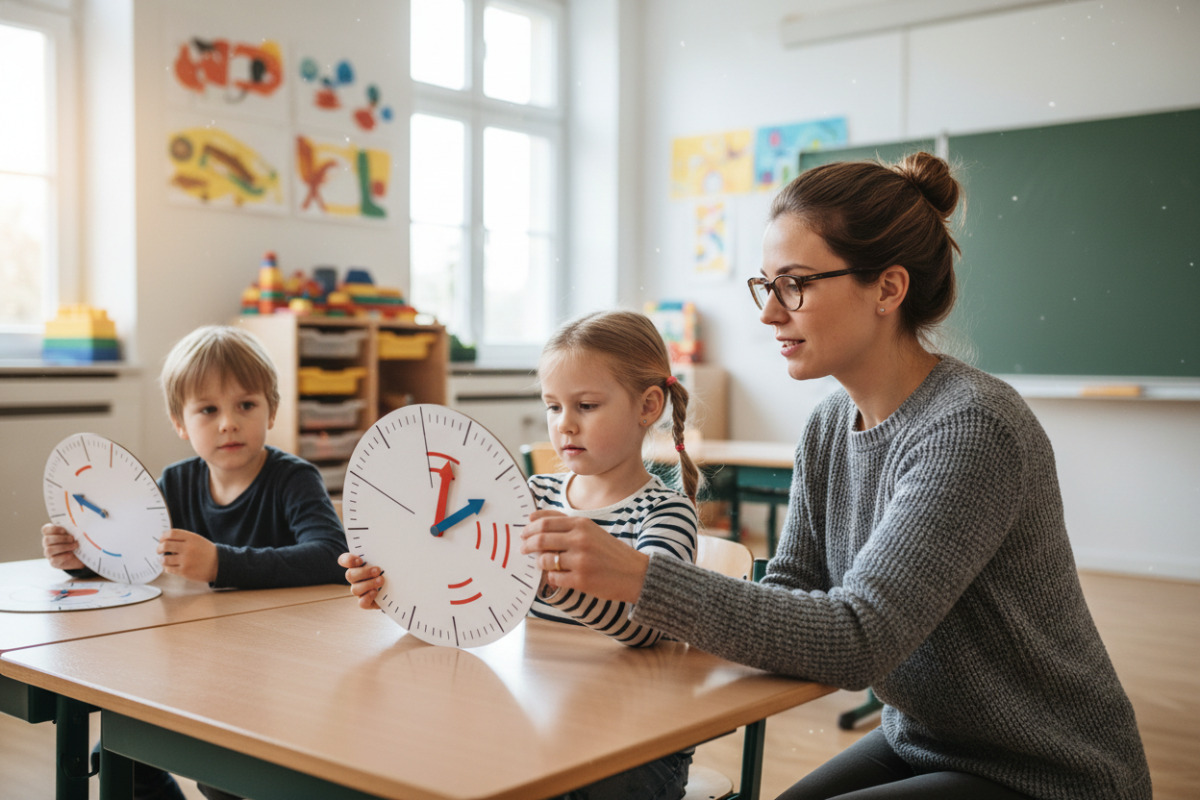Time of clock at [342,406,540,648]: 2:03
